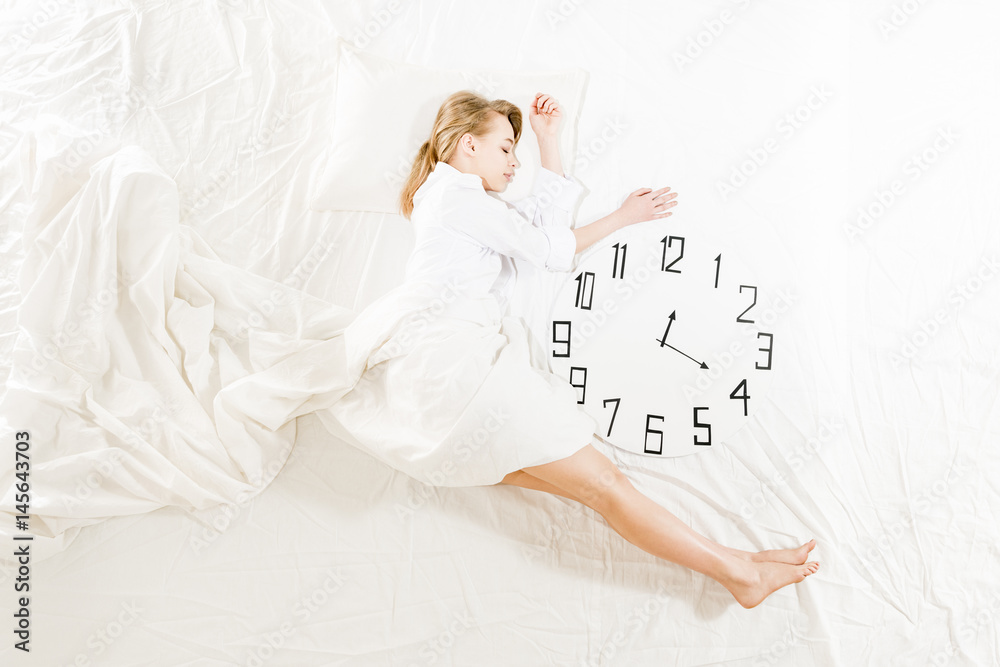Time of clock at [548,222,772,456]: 12:19
